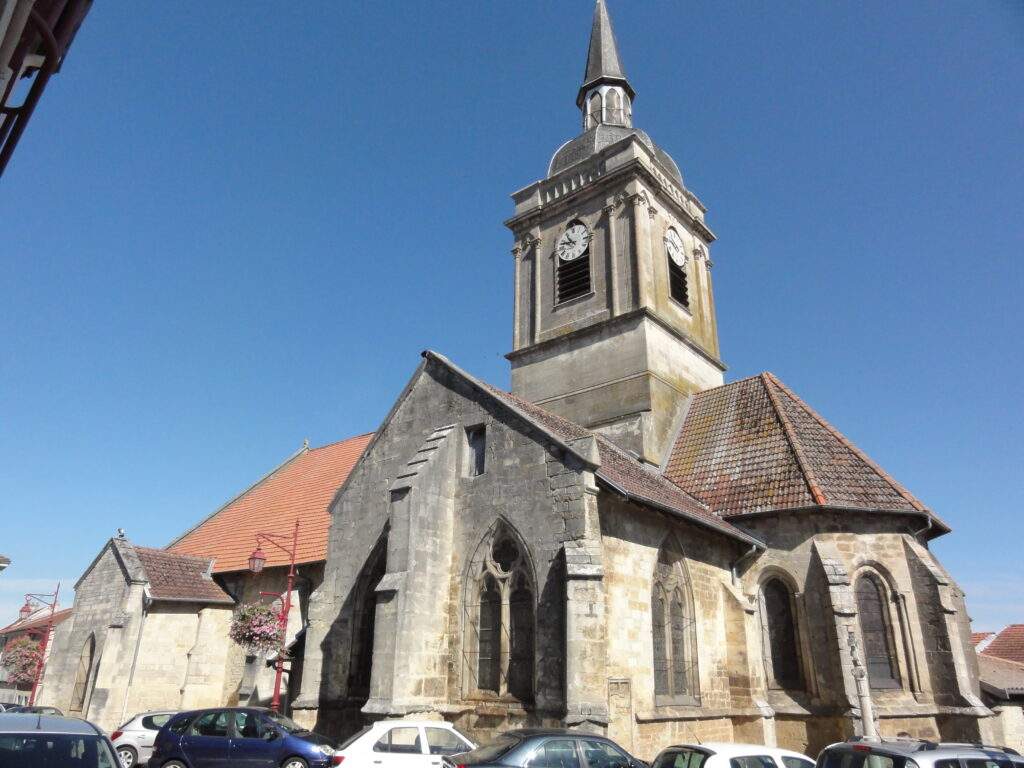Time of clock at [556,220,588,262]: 10:47
